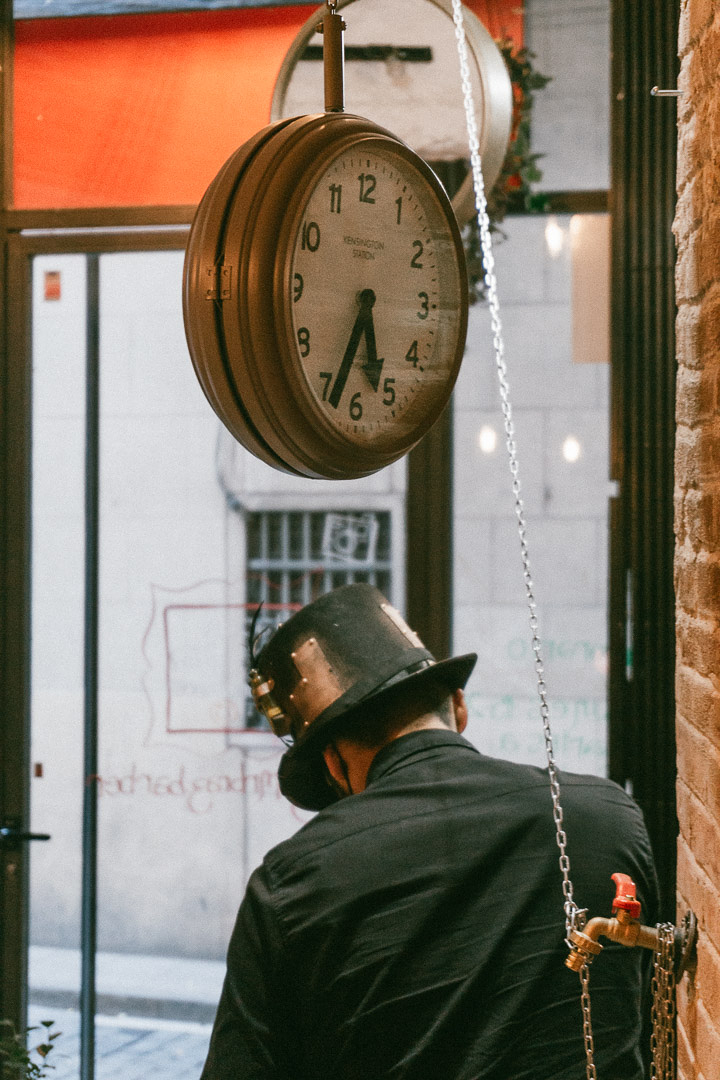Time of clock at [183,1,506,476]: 5:33
